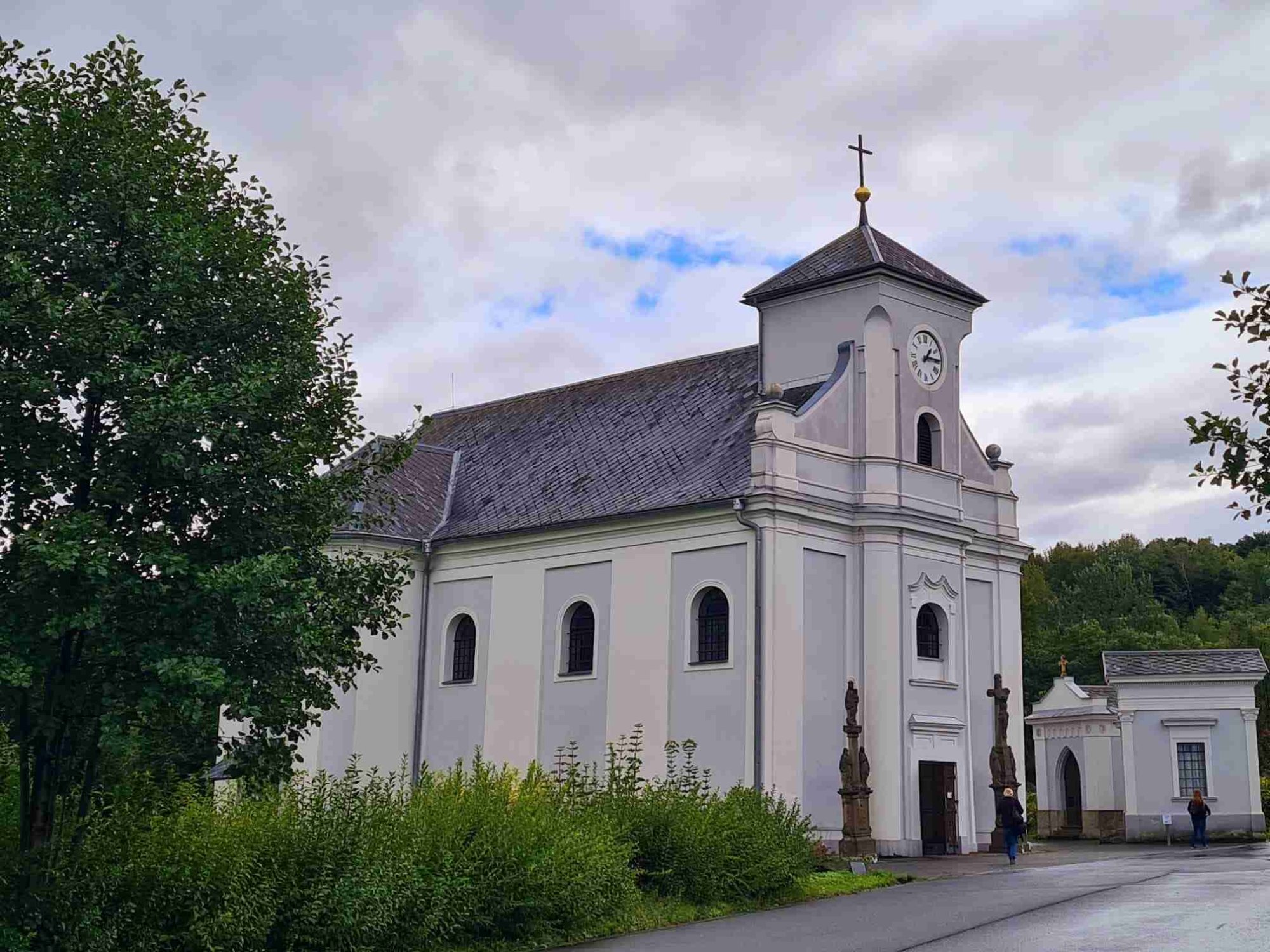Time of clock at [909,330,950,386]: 1:14
